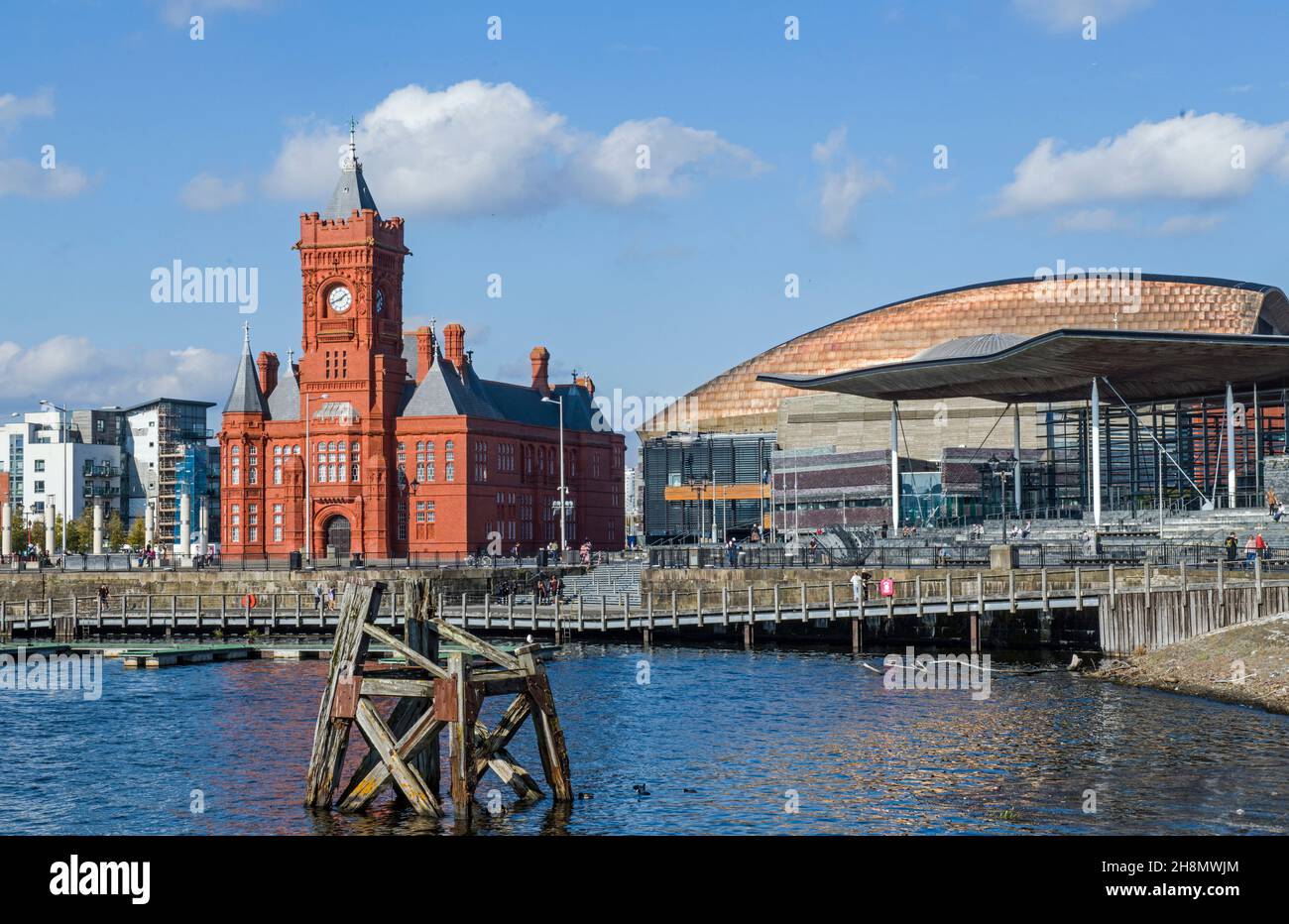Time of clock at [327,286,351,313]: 1:41
